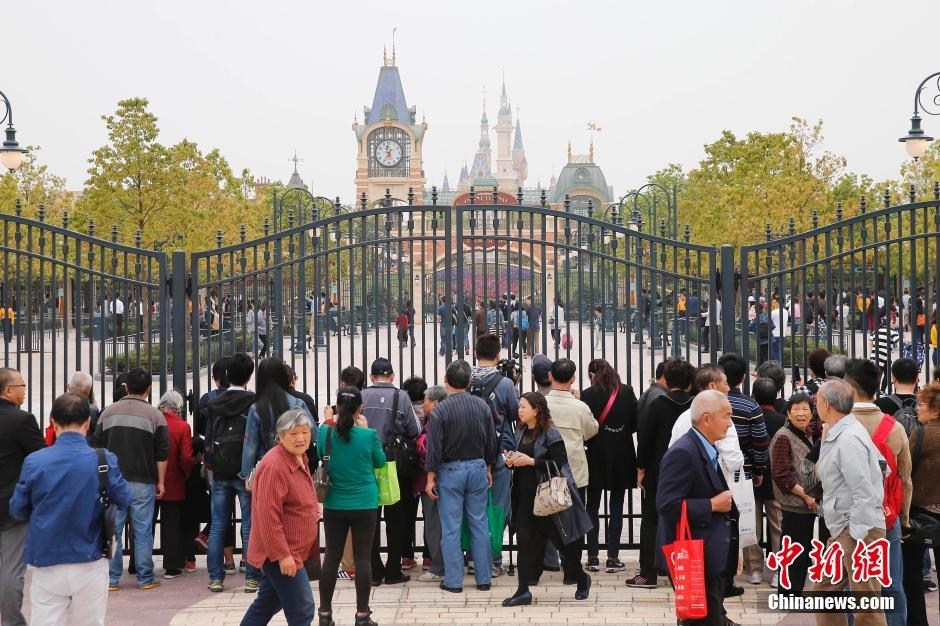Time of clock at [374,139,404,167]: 11:35
